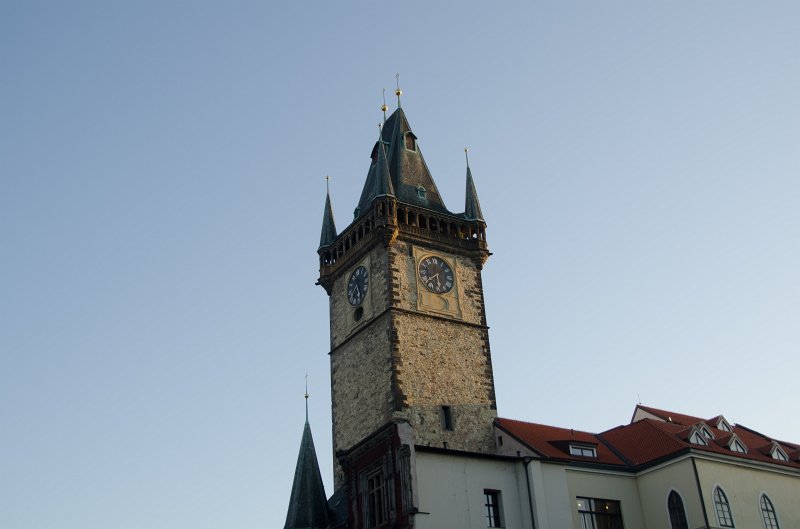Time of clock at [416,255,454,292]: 5:38
